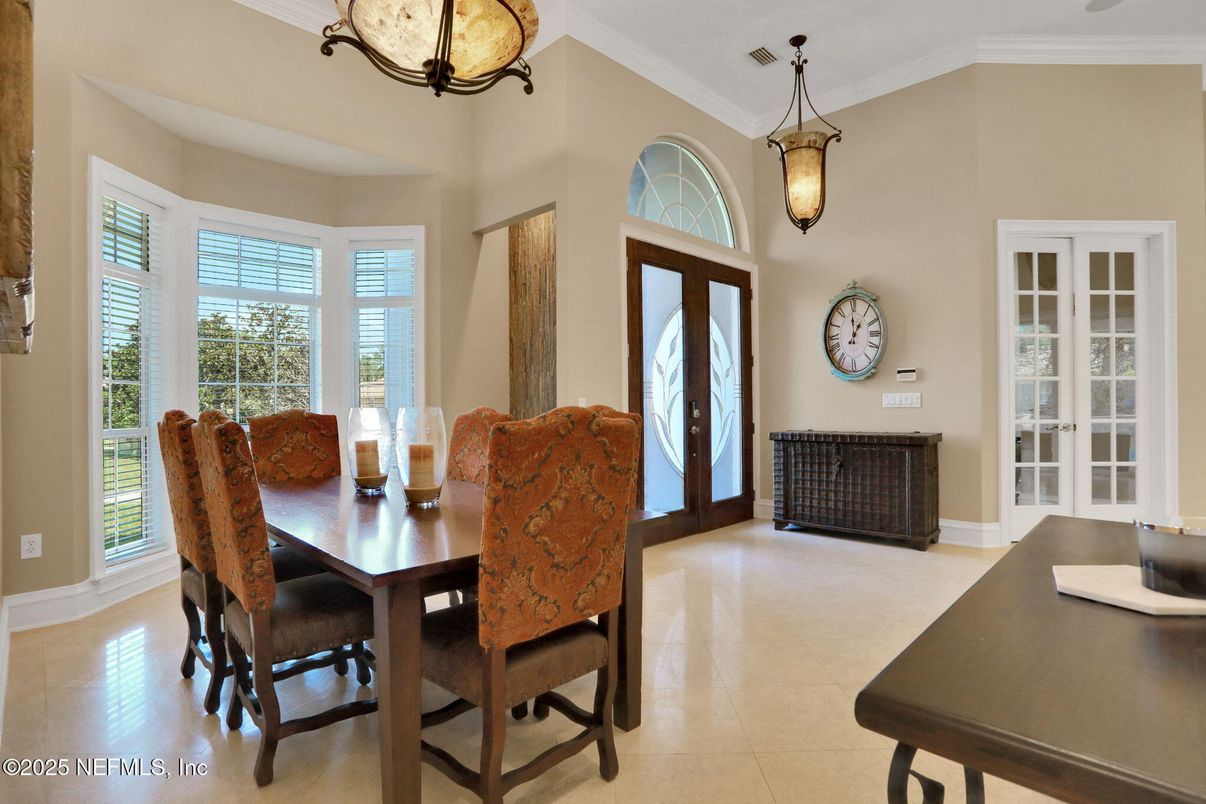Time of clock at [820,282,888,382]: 12:59
